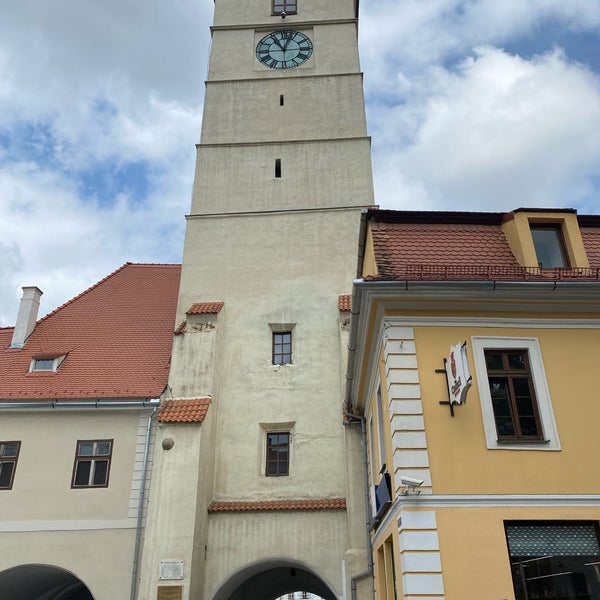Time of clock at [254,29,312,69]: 11:02
